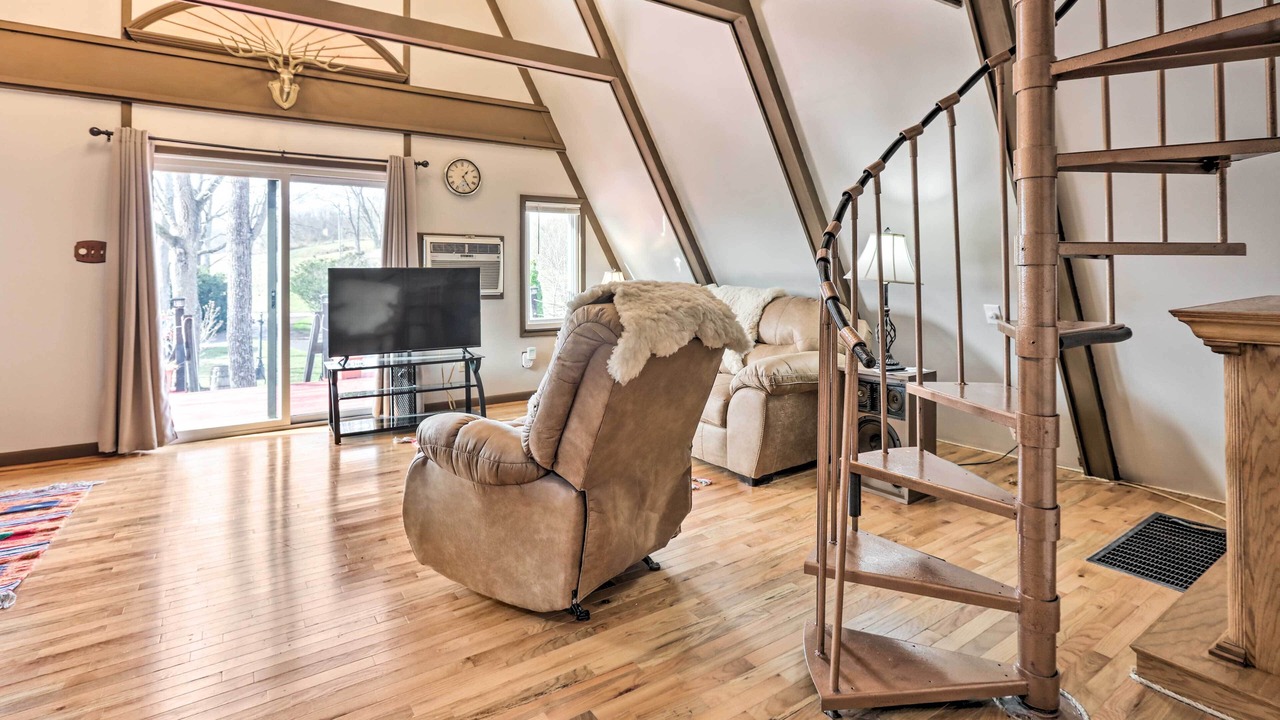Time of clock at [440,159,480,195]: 1:25
